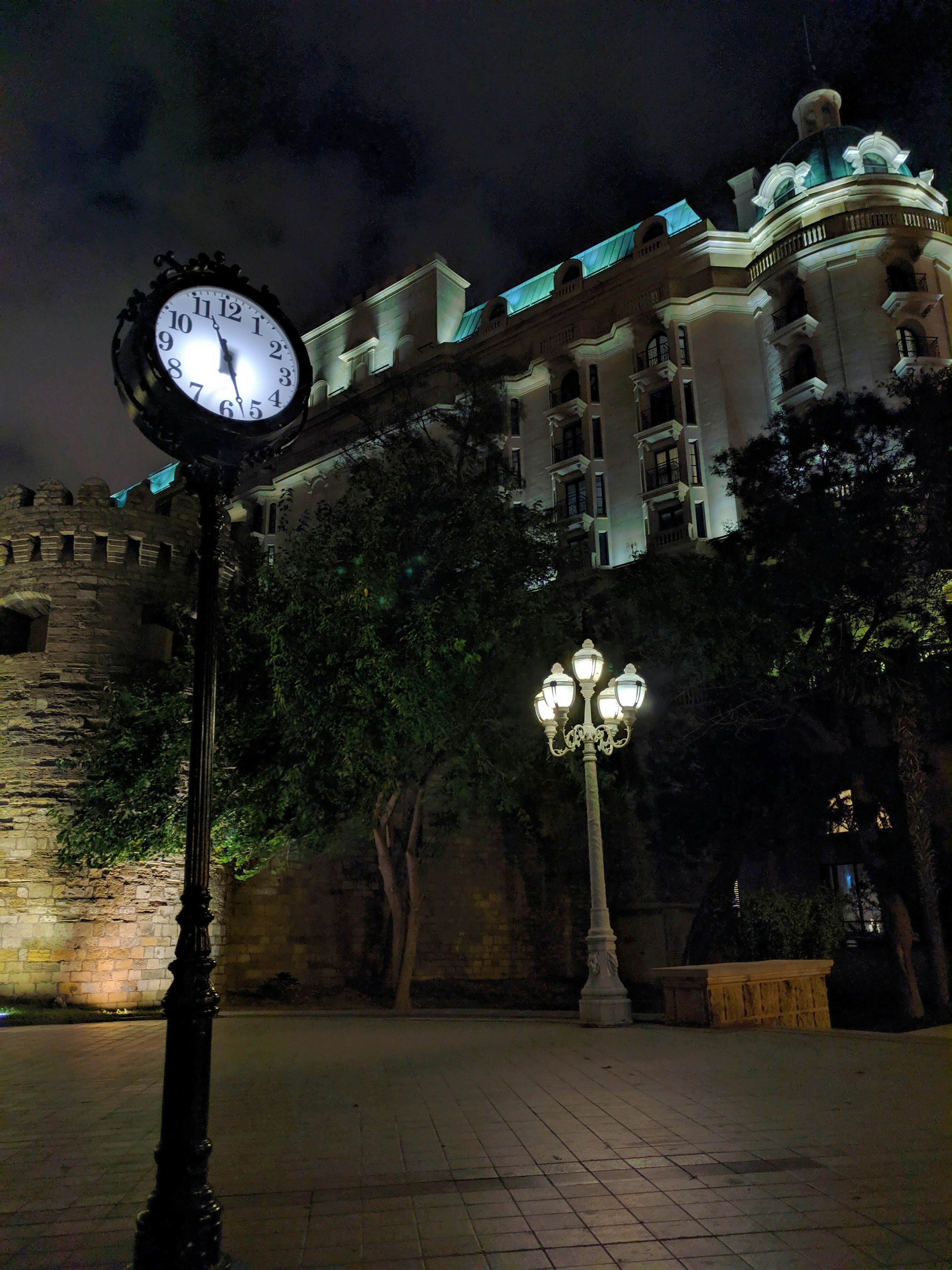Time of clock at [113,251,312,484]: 11:27
